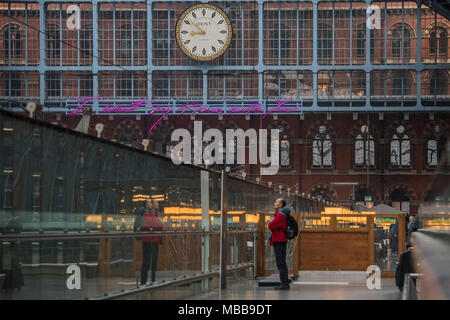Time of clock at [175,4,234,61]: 8:51
